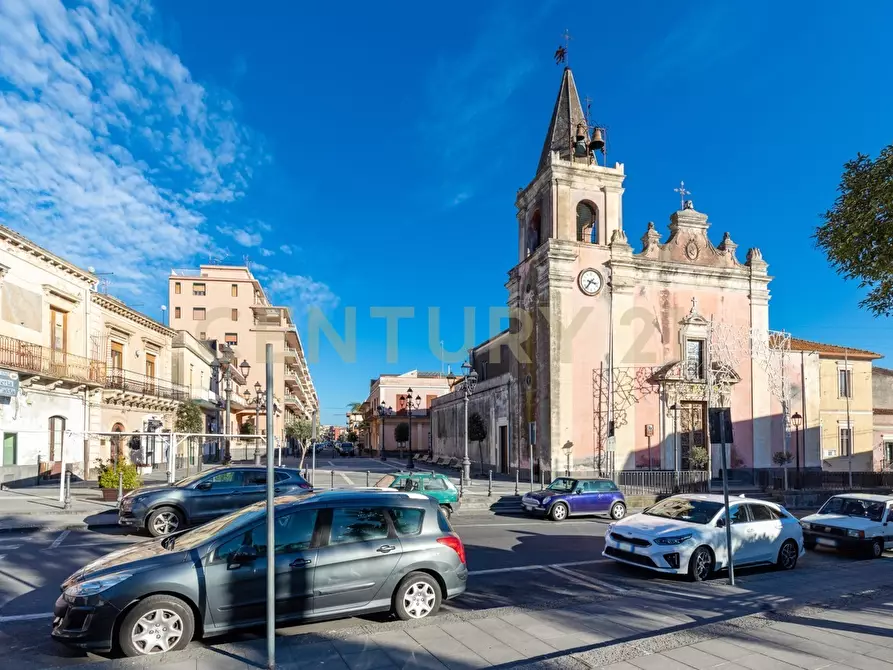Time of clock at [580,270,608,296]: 3:36
